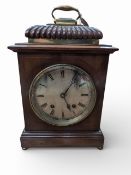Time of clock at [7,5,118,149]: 5:05
